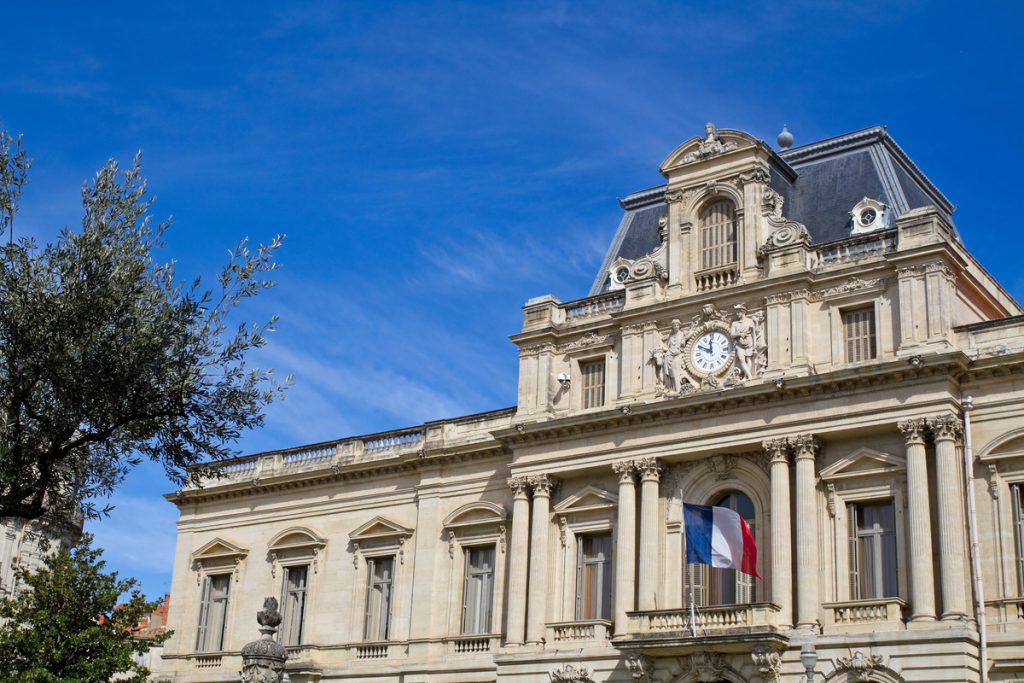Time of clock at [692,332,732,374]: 11:49
